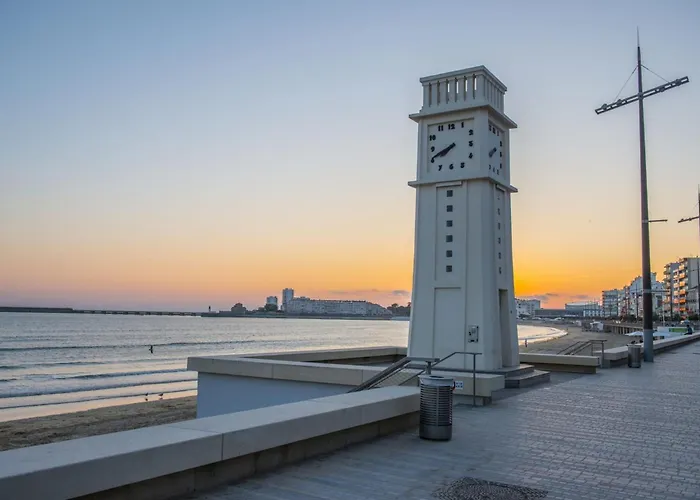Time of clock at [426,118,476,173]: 7:40
